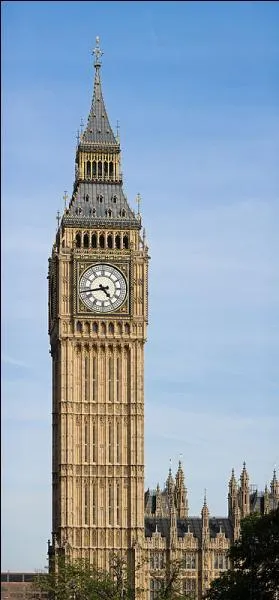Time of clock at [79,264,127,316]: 4:43
